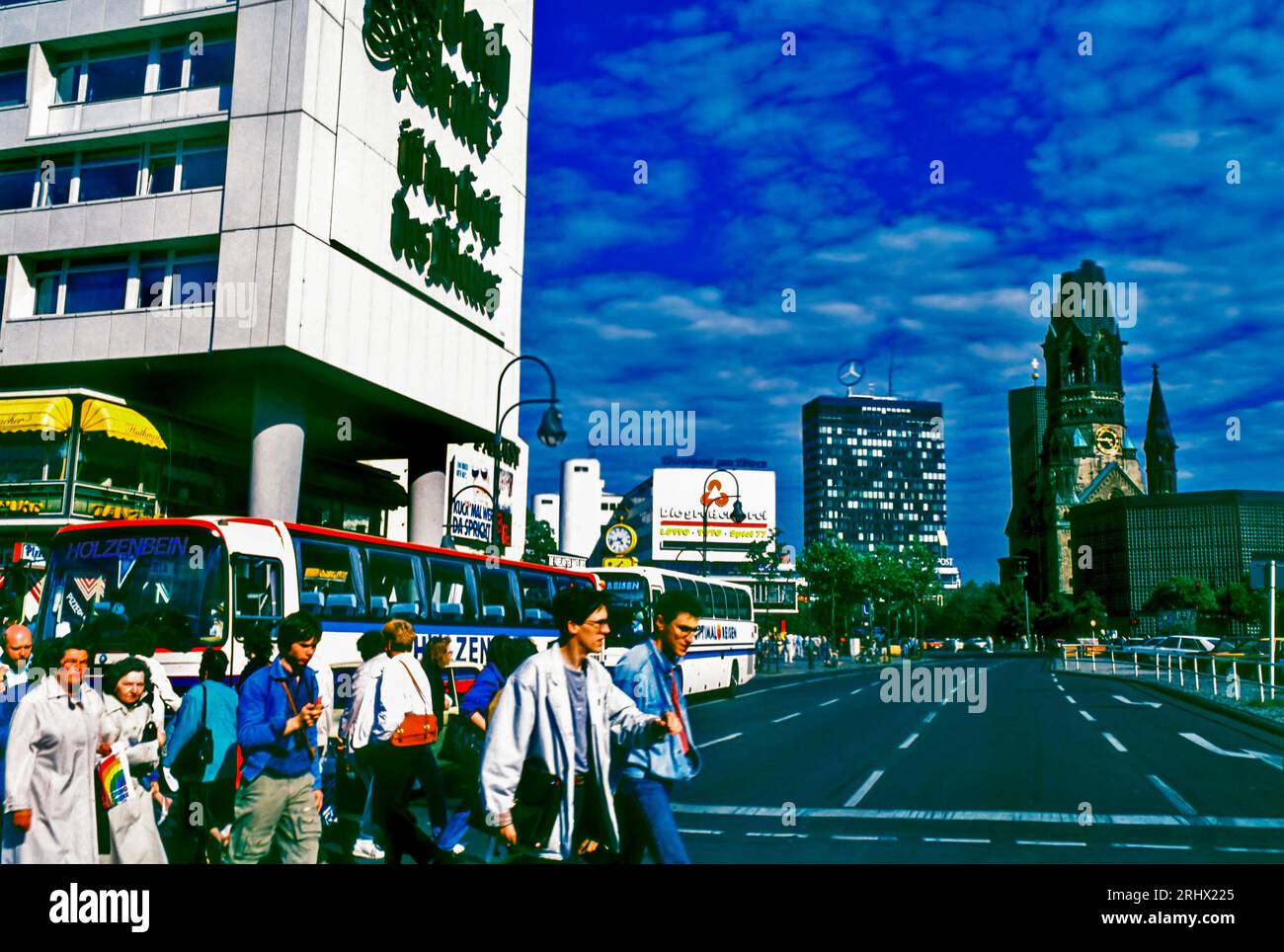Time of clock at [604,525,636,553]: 4:42
